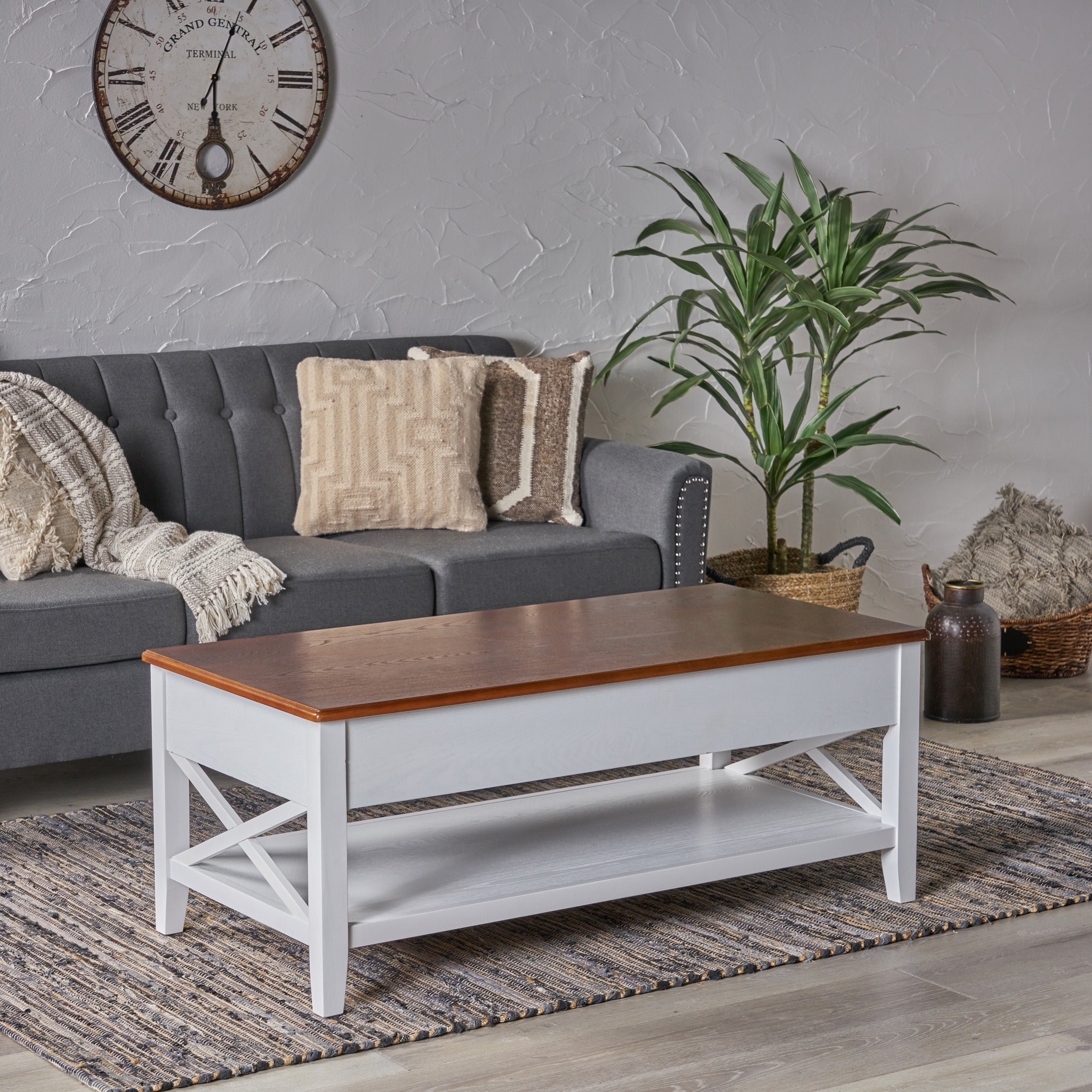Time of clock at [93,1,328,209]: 6:03
